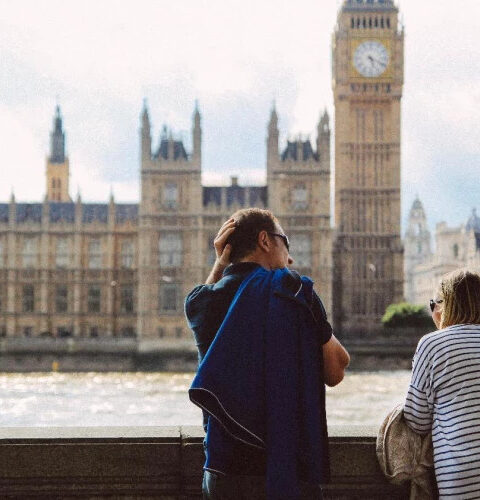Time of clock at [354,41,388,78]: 5:18
